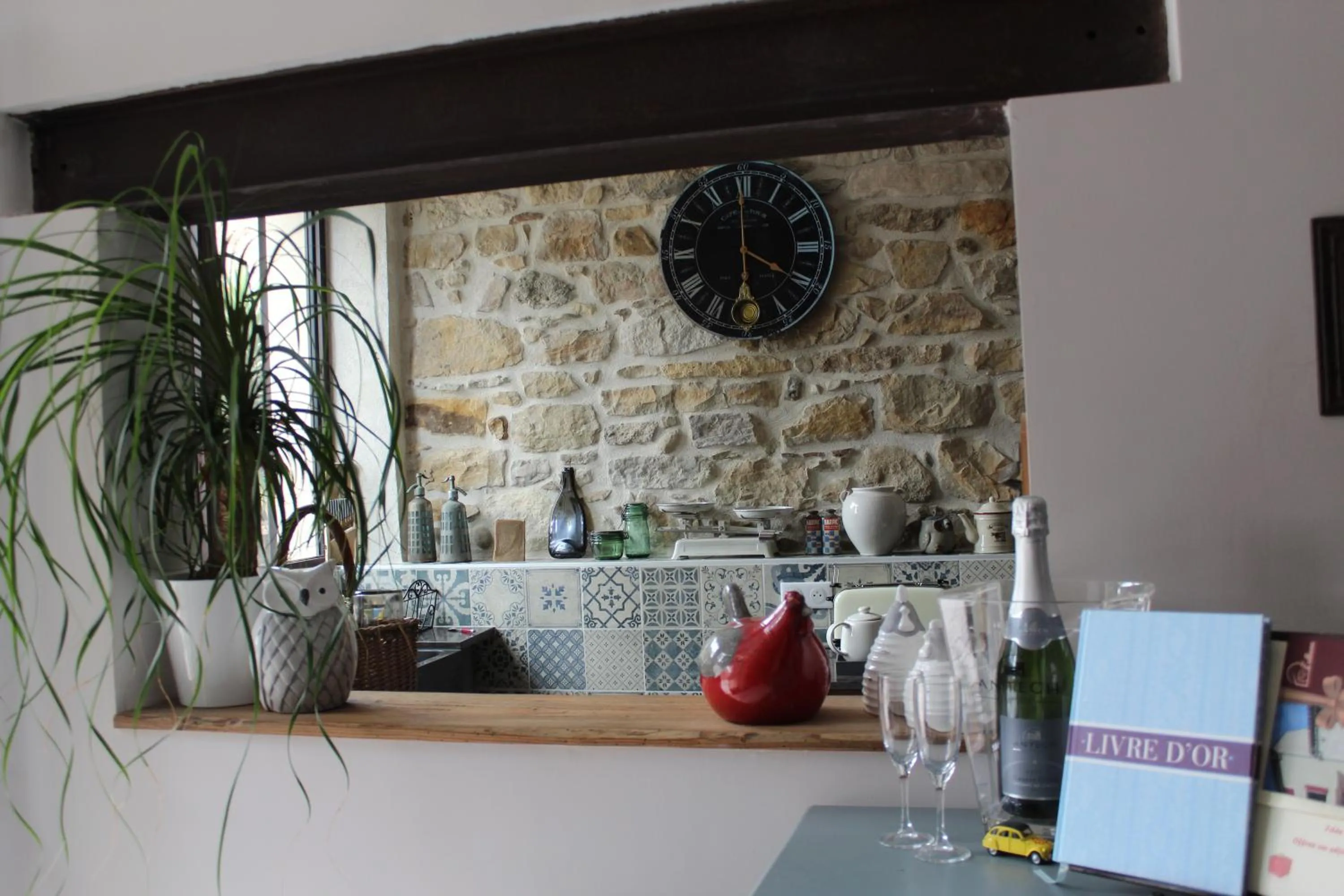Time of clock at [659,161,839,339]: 3:59
